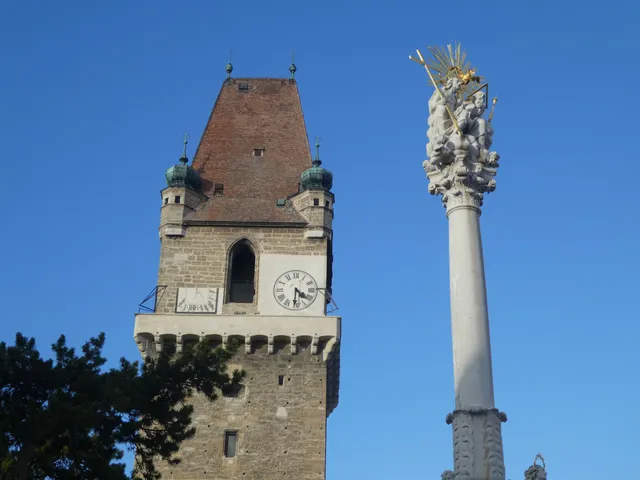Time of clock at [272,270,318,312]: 4:30
